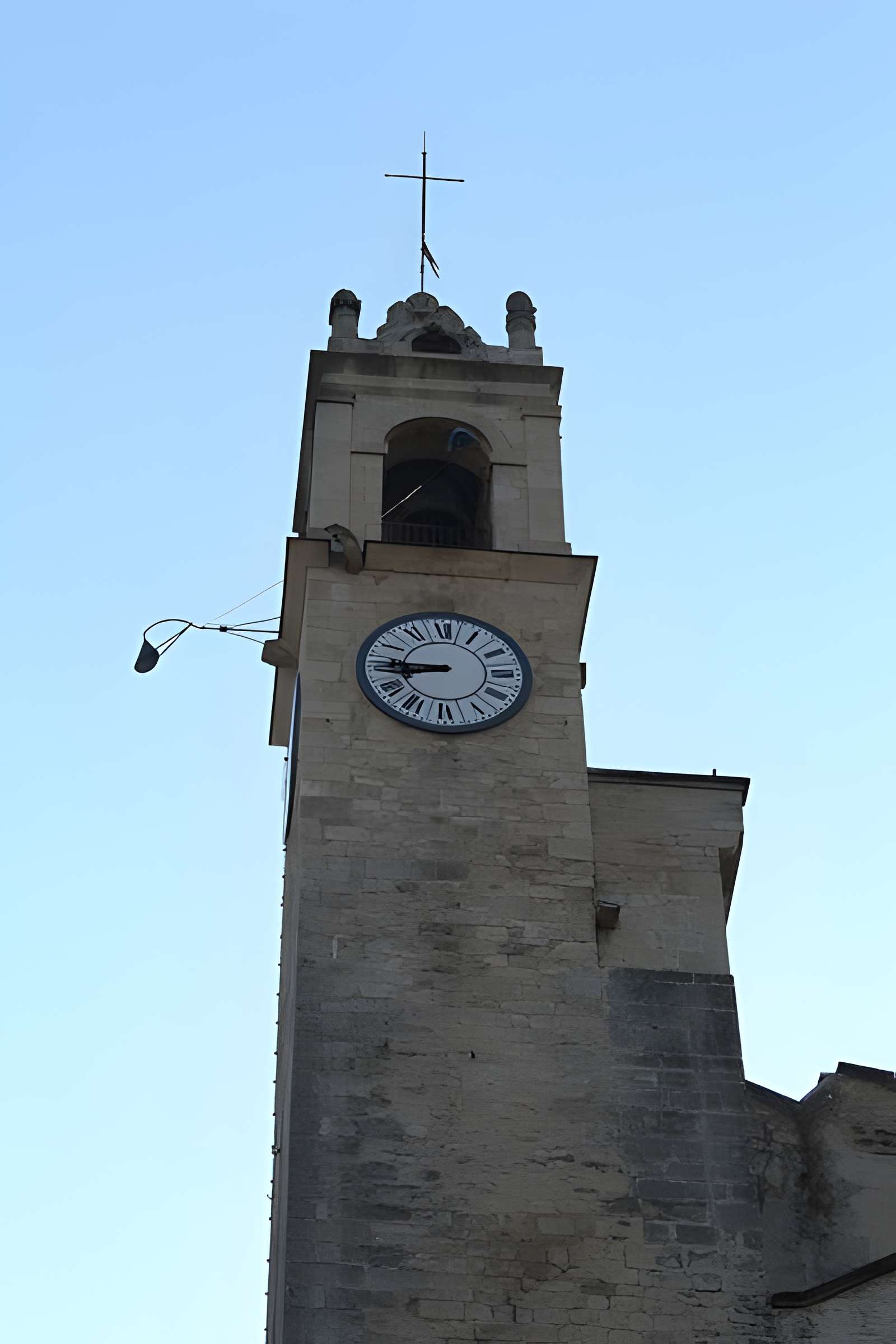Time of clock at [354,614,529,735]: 8:45
